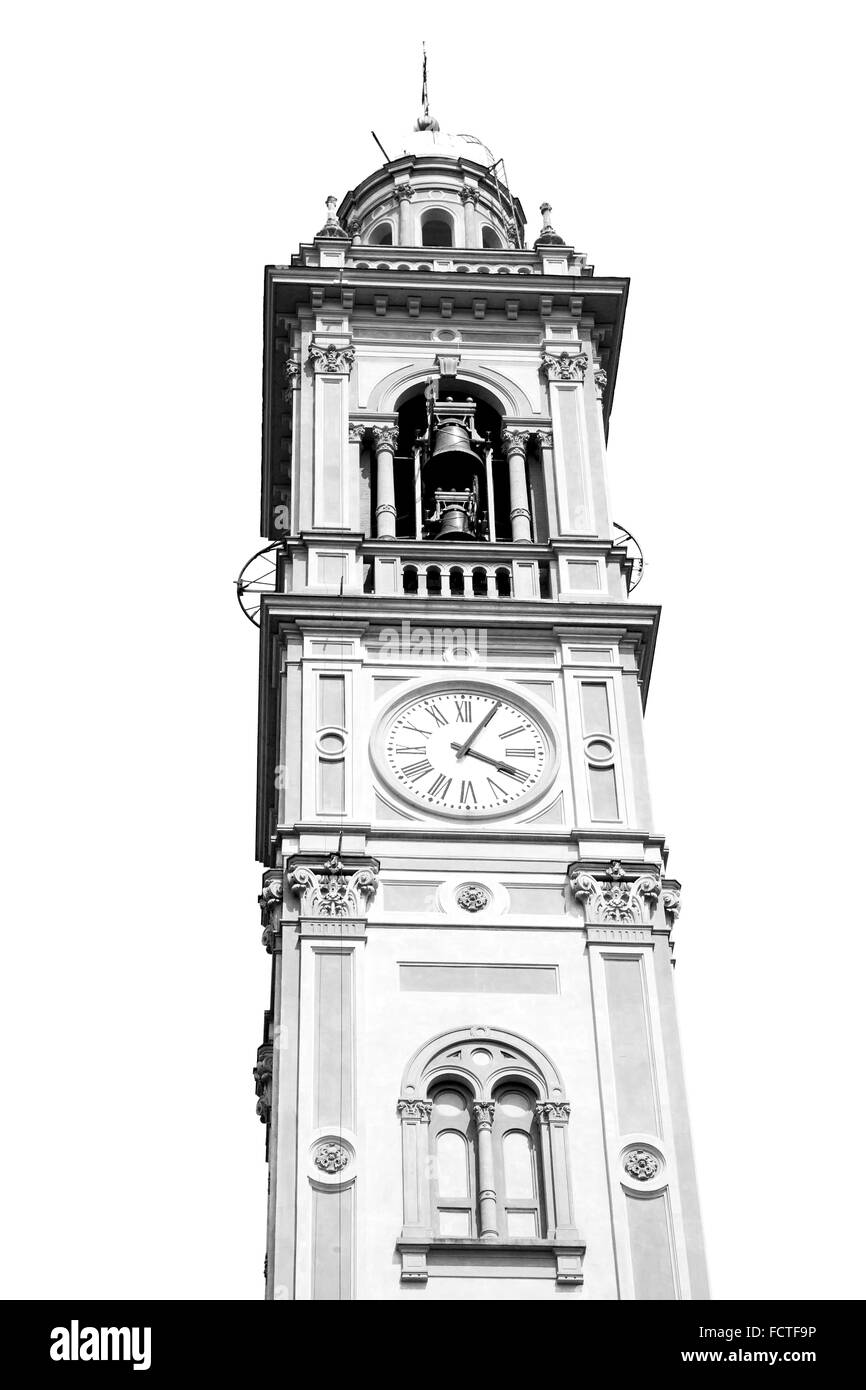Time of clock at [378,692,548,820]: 4:04
